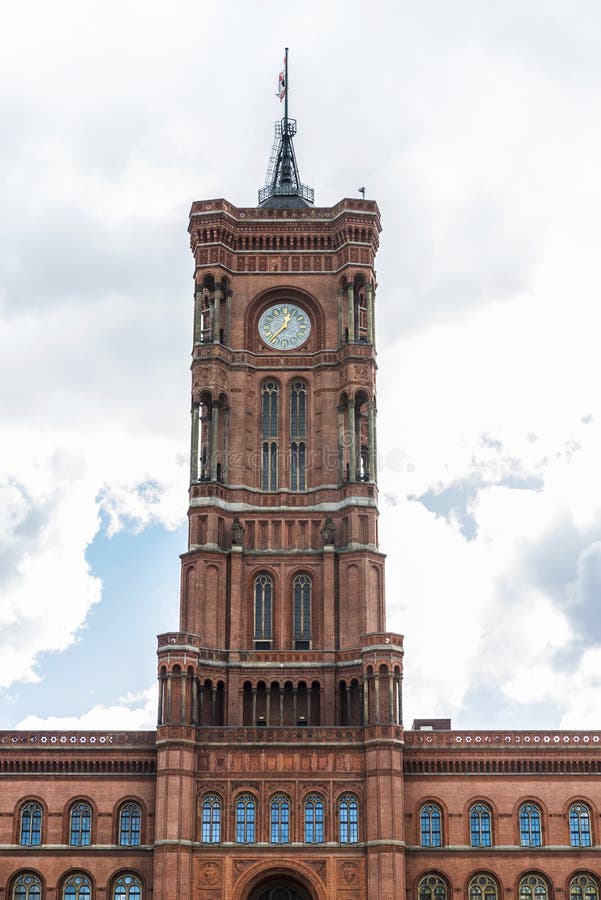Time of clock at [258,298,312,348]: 12:37
